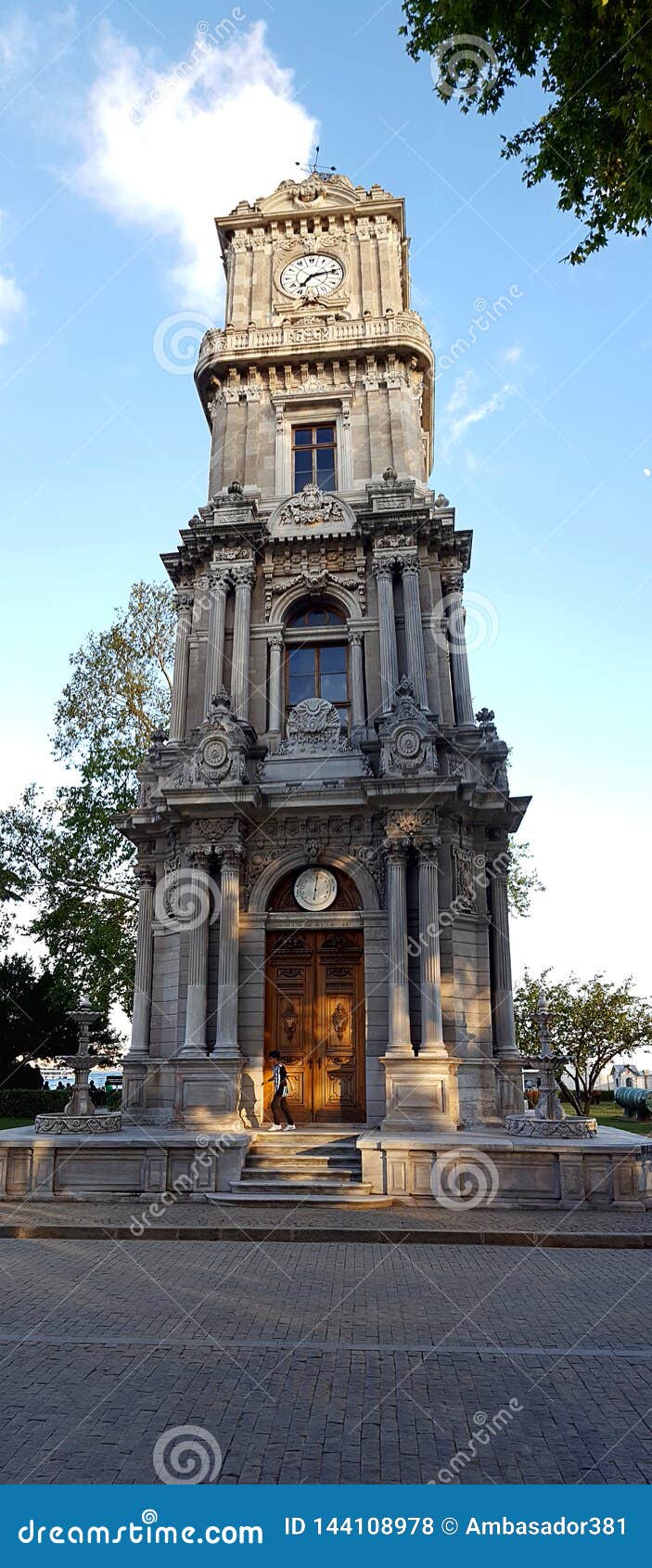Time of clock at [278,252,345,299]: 7:12
